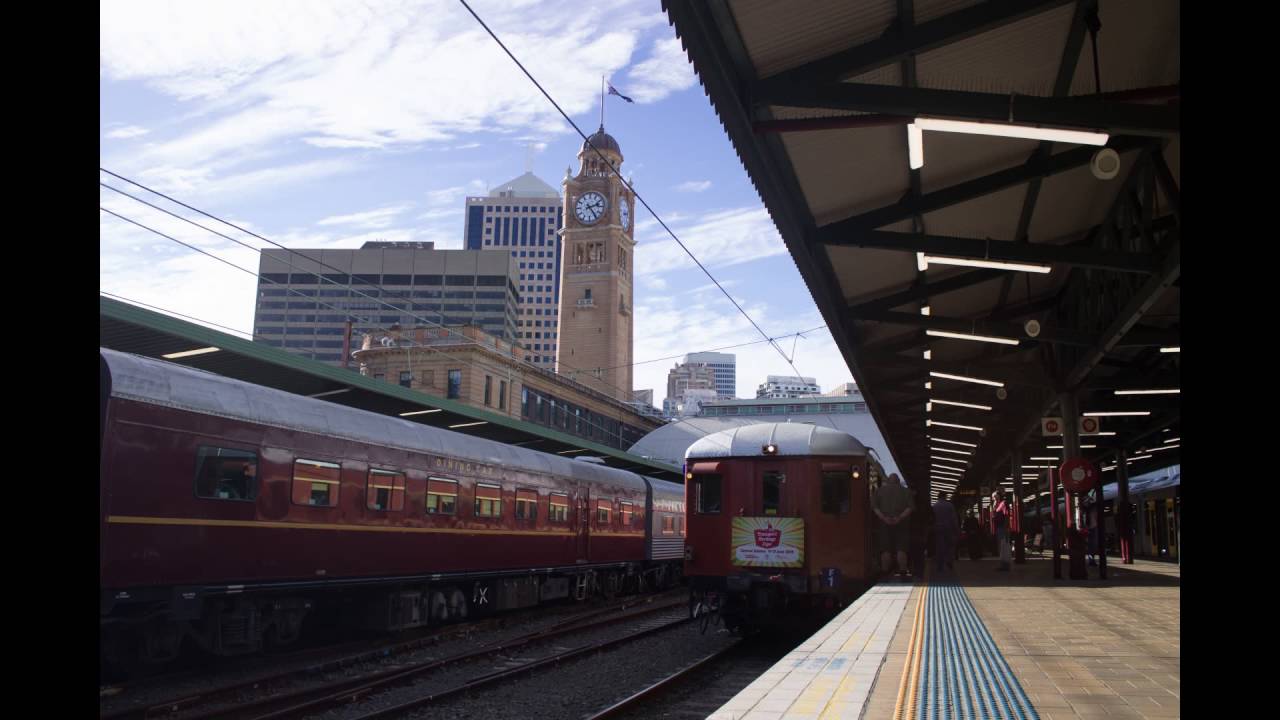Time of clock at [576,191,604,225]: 2:23
